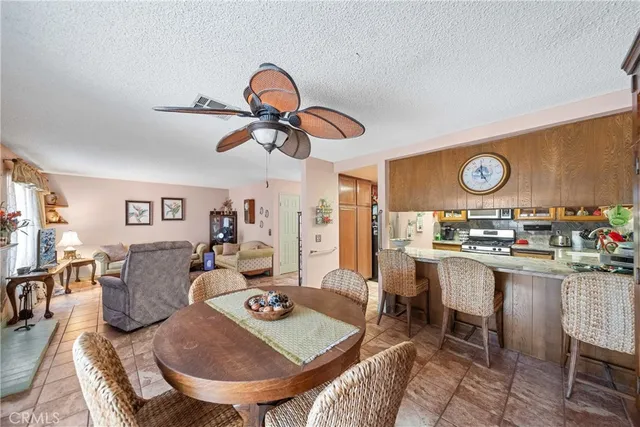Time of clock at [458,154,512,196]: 4:59
